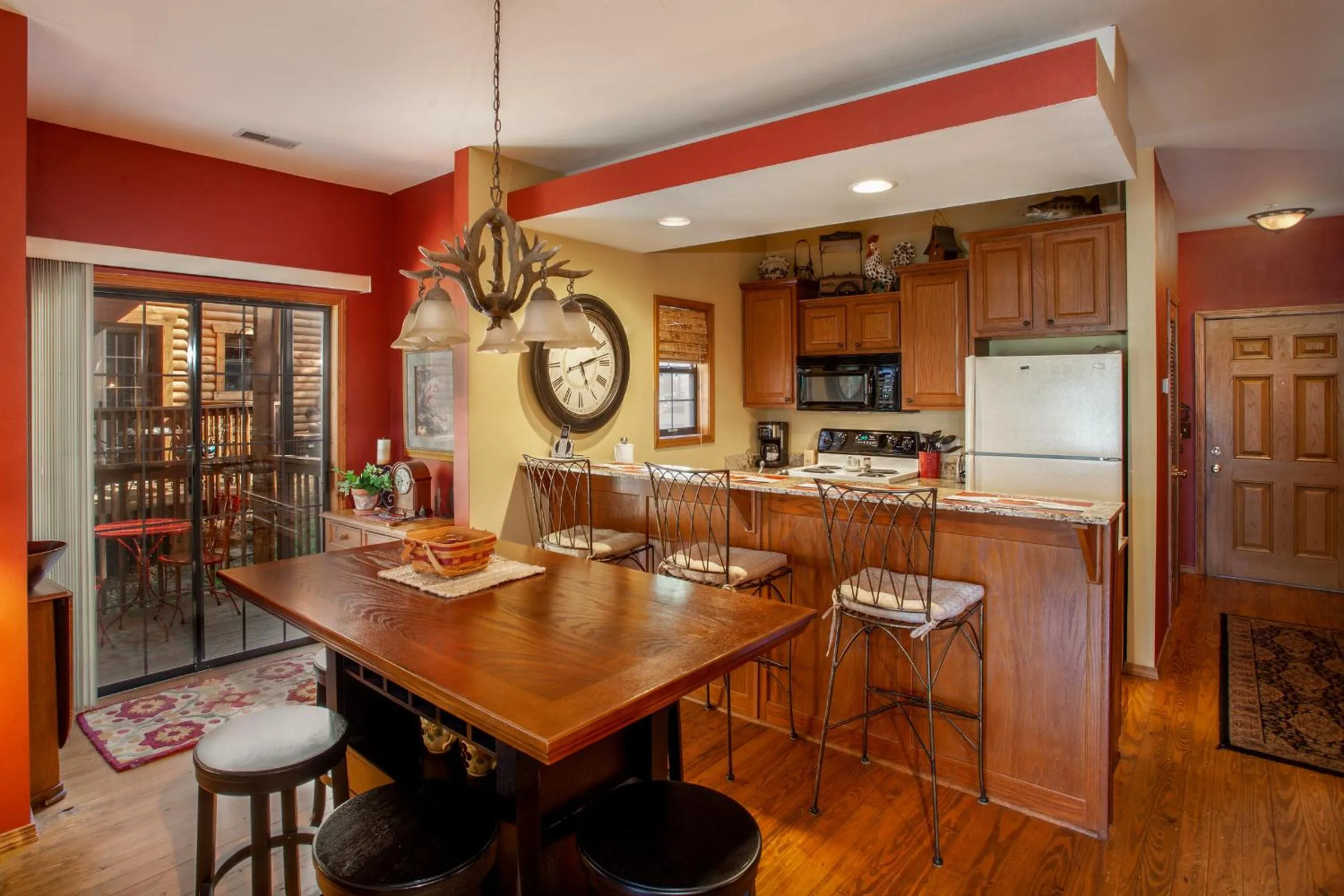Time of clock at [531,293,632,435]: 5:12
